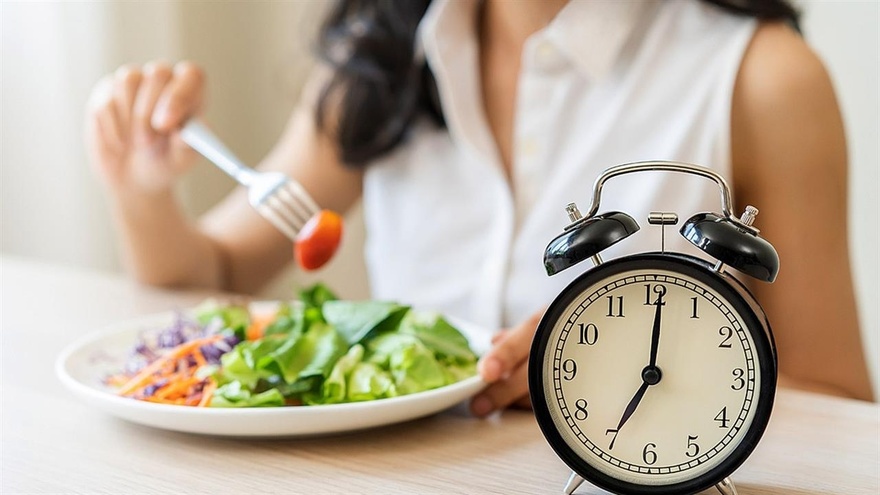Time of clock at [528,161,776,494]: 7:00
